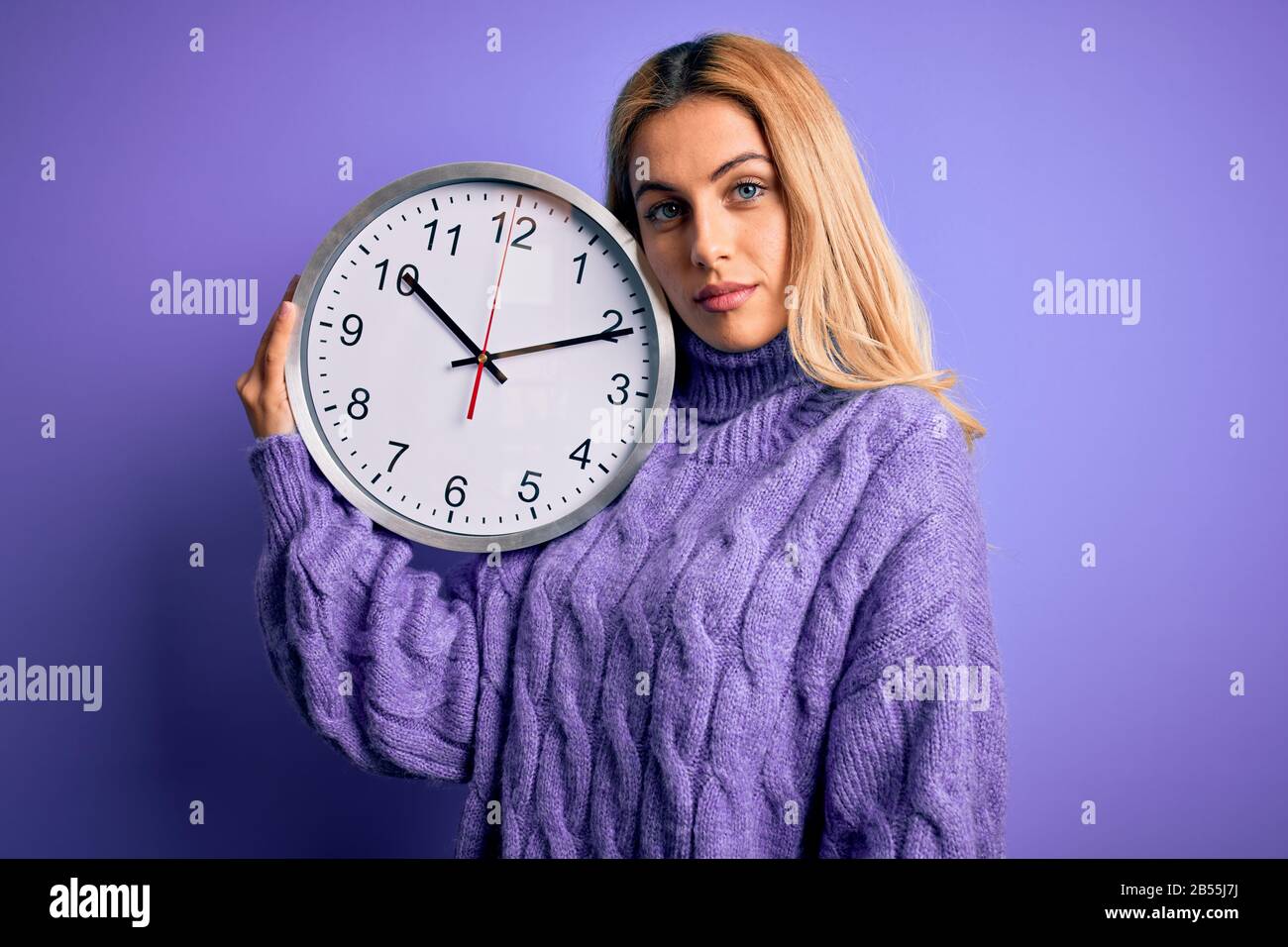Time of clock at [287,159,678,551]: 10:10
